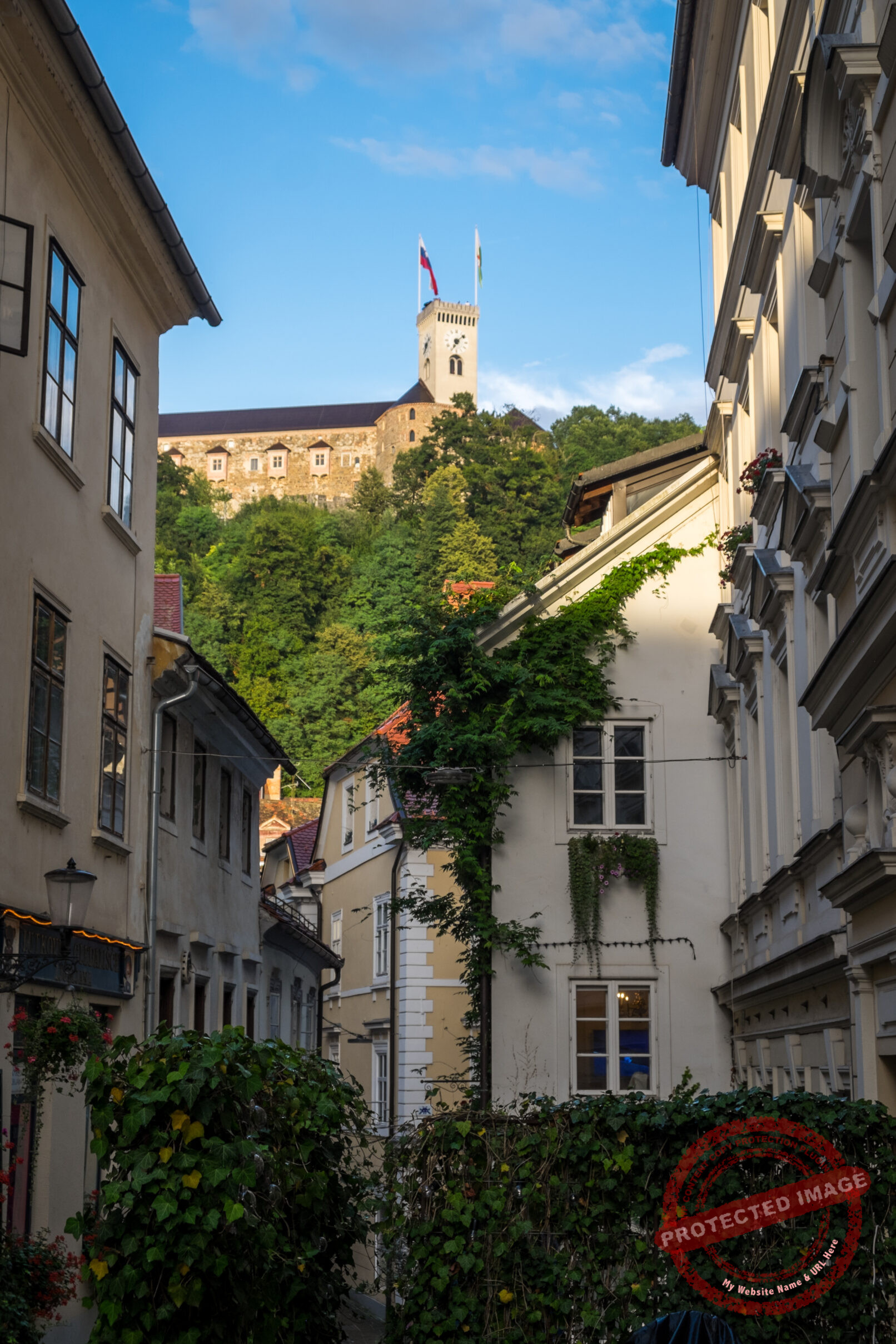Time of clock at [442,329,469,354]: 7:08
